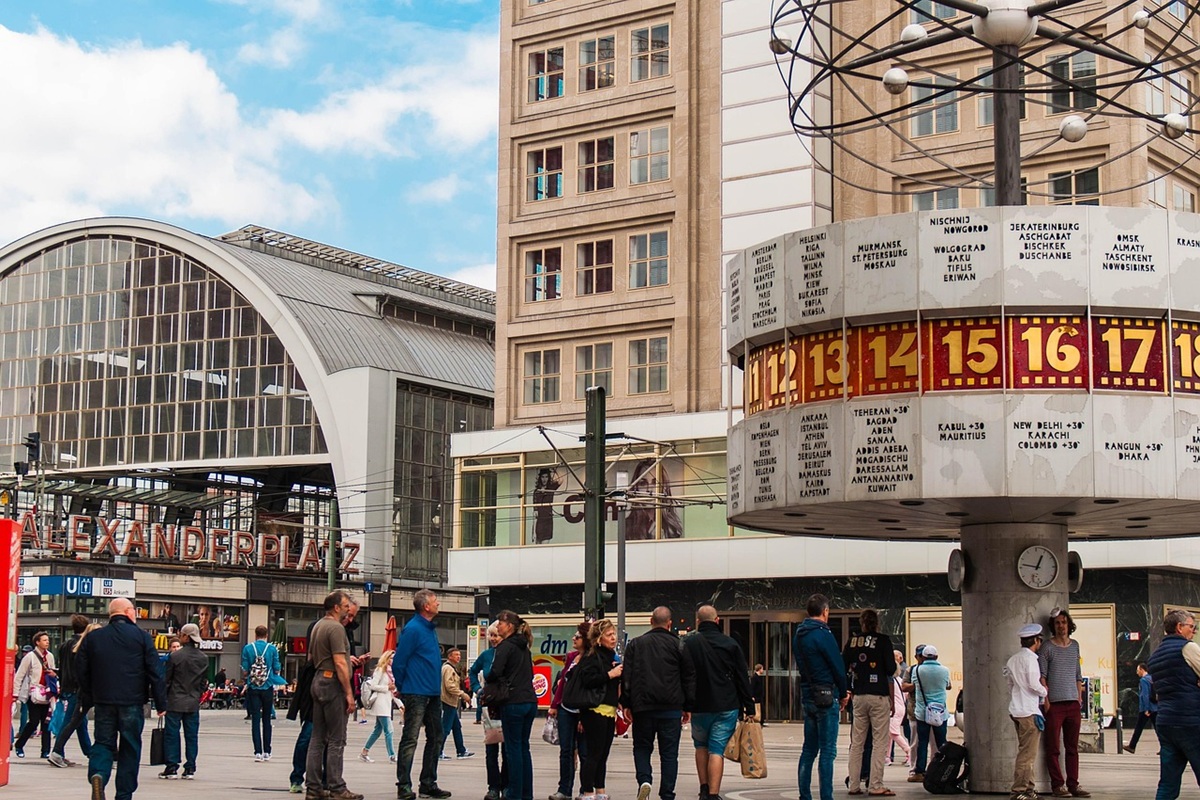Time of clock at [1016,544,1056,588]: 12:46
